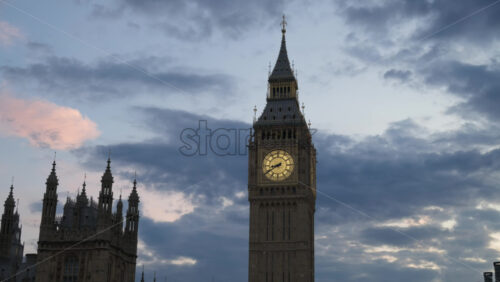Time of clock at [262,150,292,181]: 8:40
